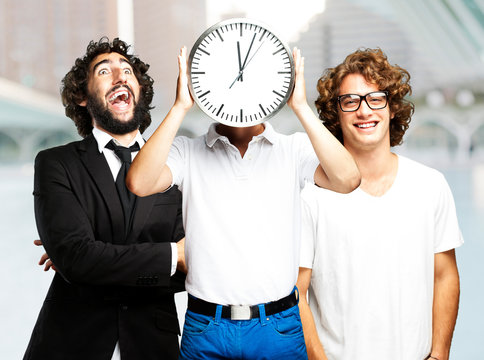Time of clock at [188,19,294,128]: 12:03
